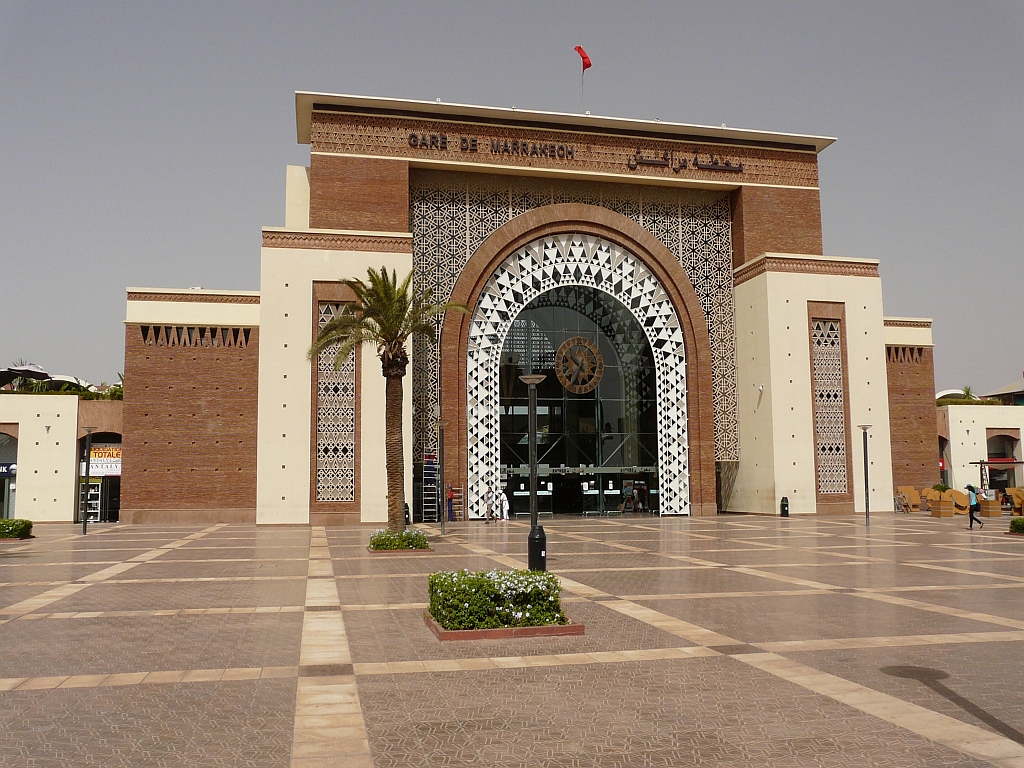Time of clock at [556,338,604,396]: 10:34
